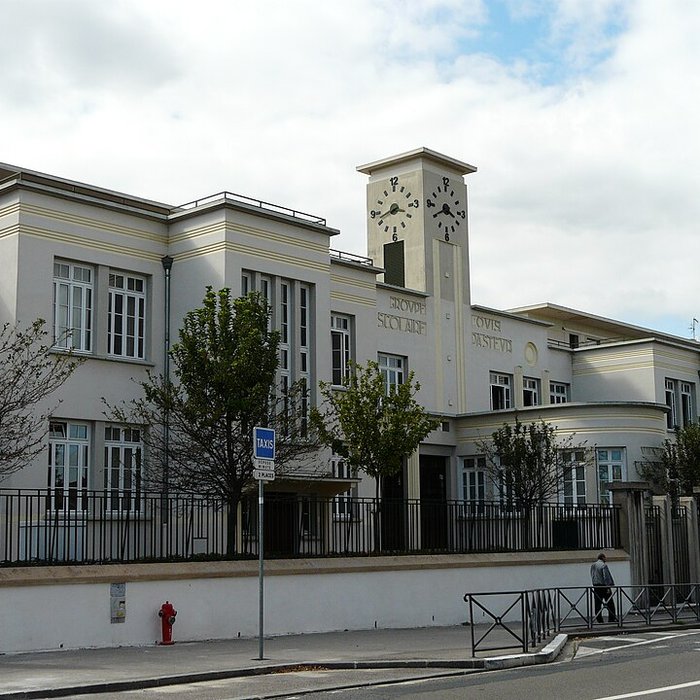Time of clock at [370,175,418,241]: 3:42
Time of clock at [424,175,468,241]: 3:40
